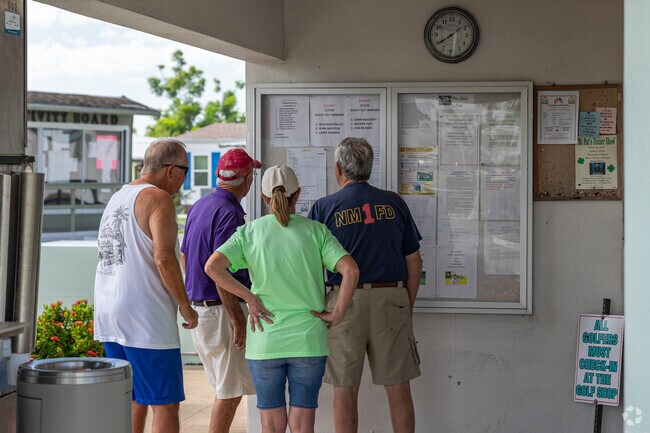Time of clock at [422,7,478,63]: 1:39
